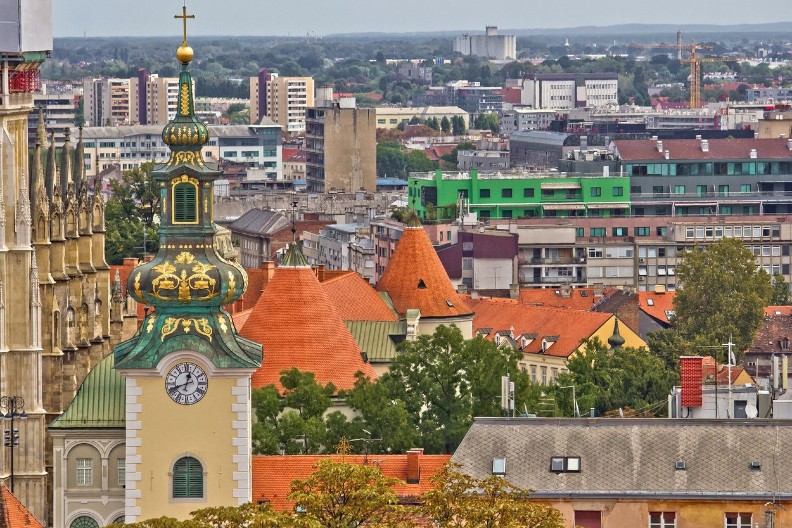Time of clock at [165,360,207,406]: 12:41
